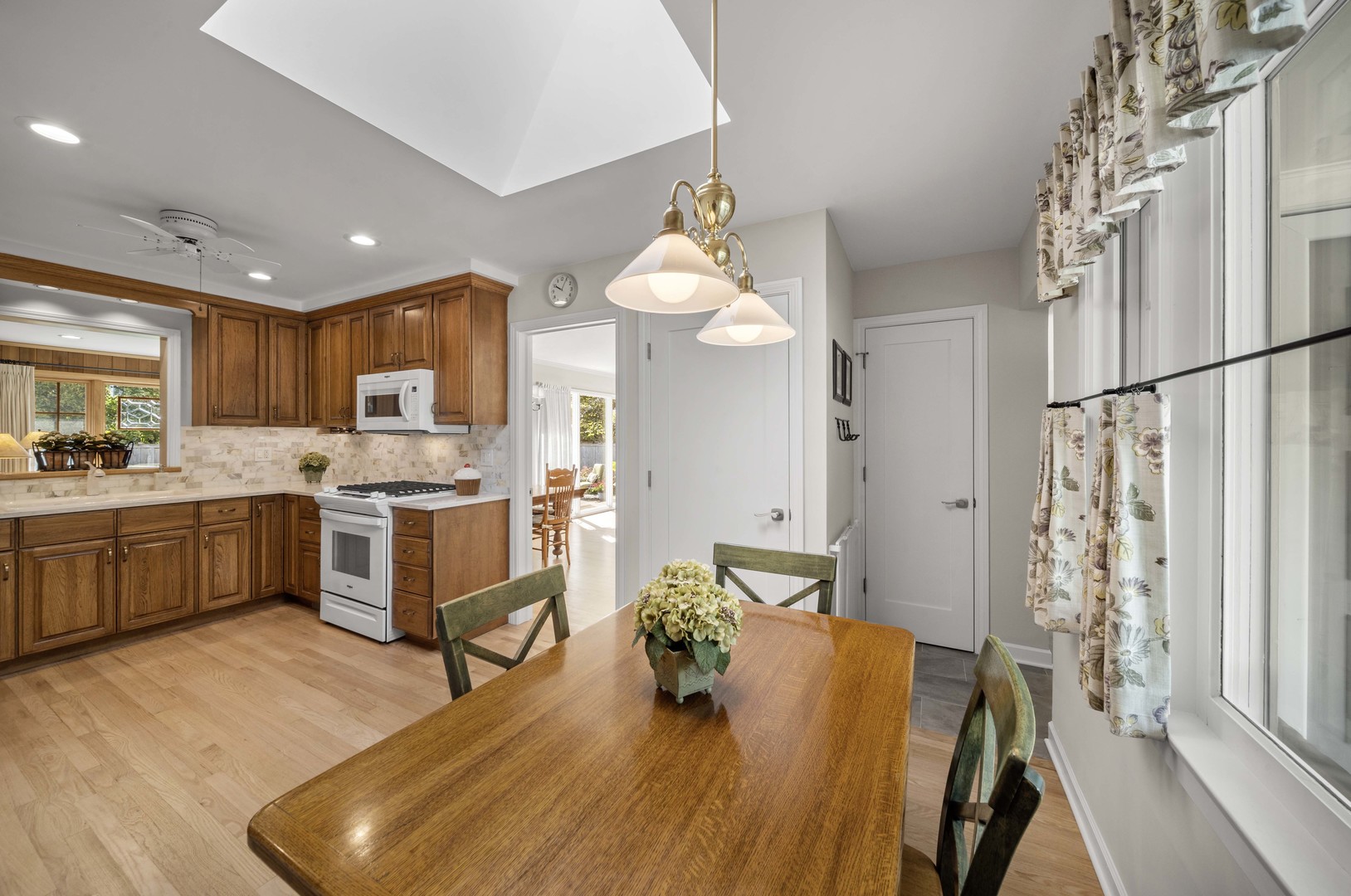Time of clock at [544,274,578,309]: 10:04
